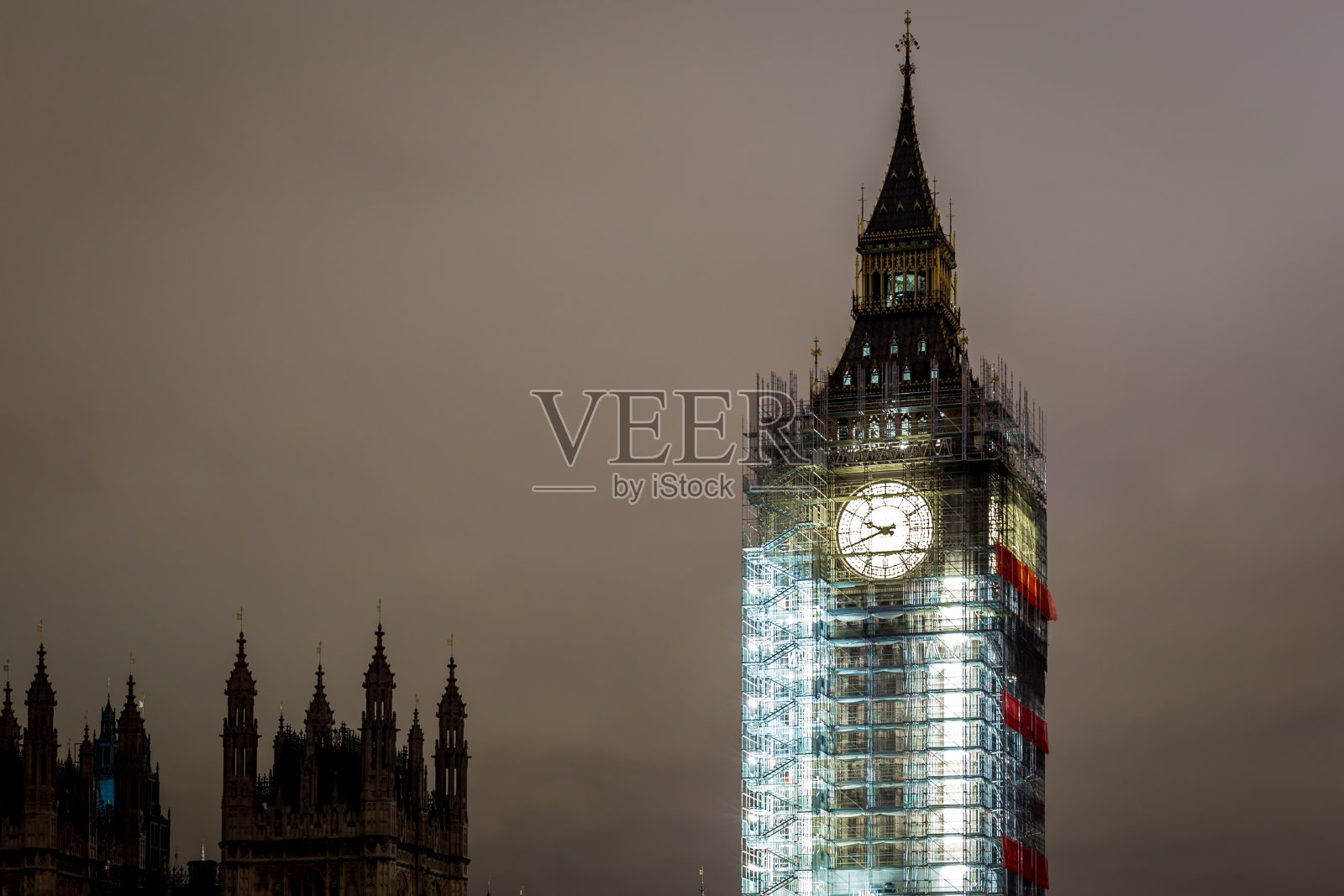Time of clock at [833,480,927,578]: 9:41
